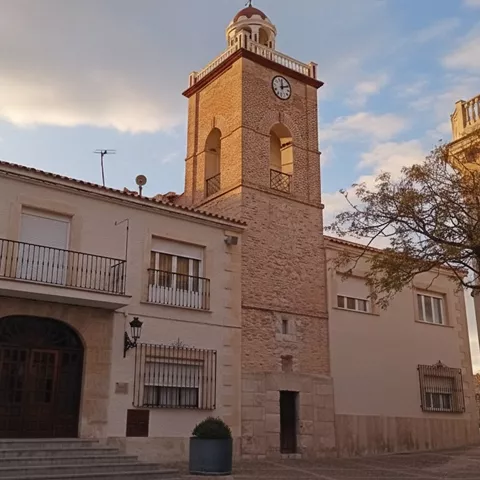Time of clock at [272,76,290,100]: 12:11
